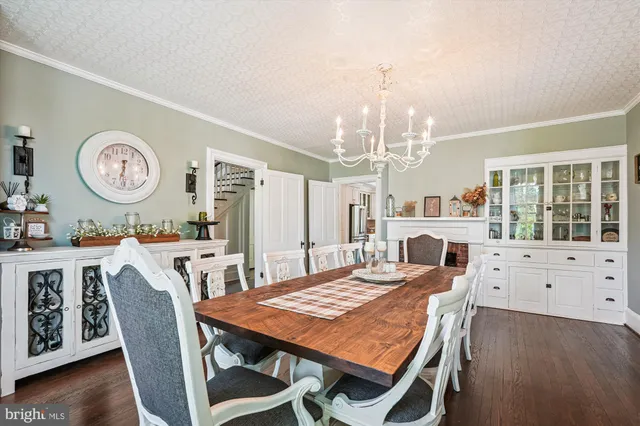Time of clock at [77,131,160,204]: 6:31
